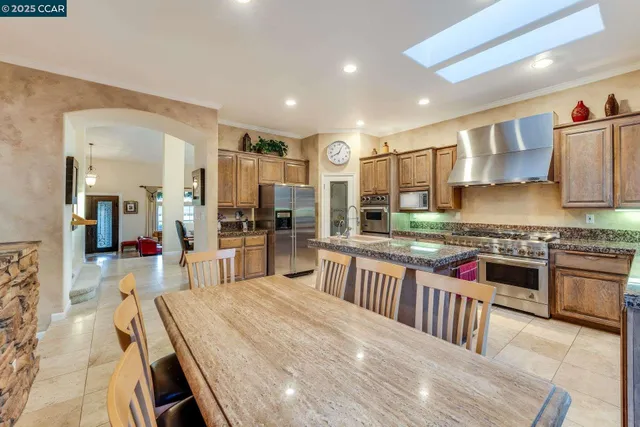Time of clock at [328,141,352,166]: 8:04
